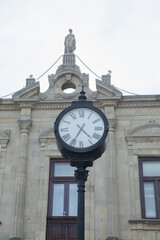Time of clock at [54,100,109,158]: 4:34
